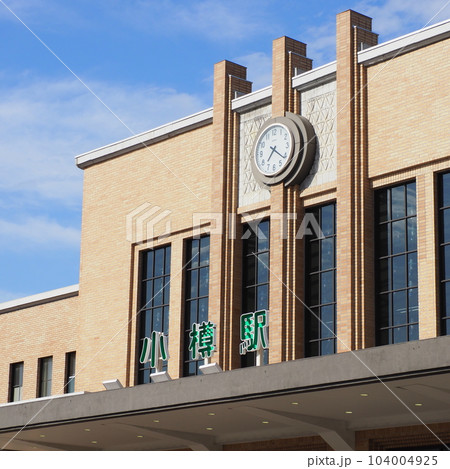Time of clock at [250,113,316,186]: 7:21
